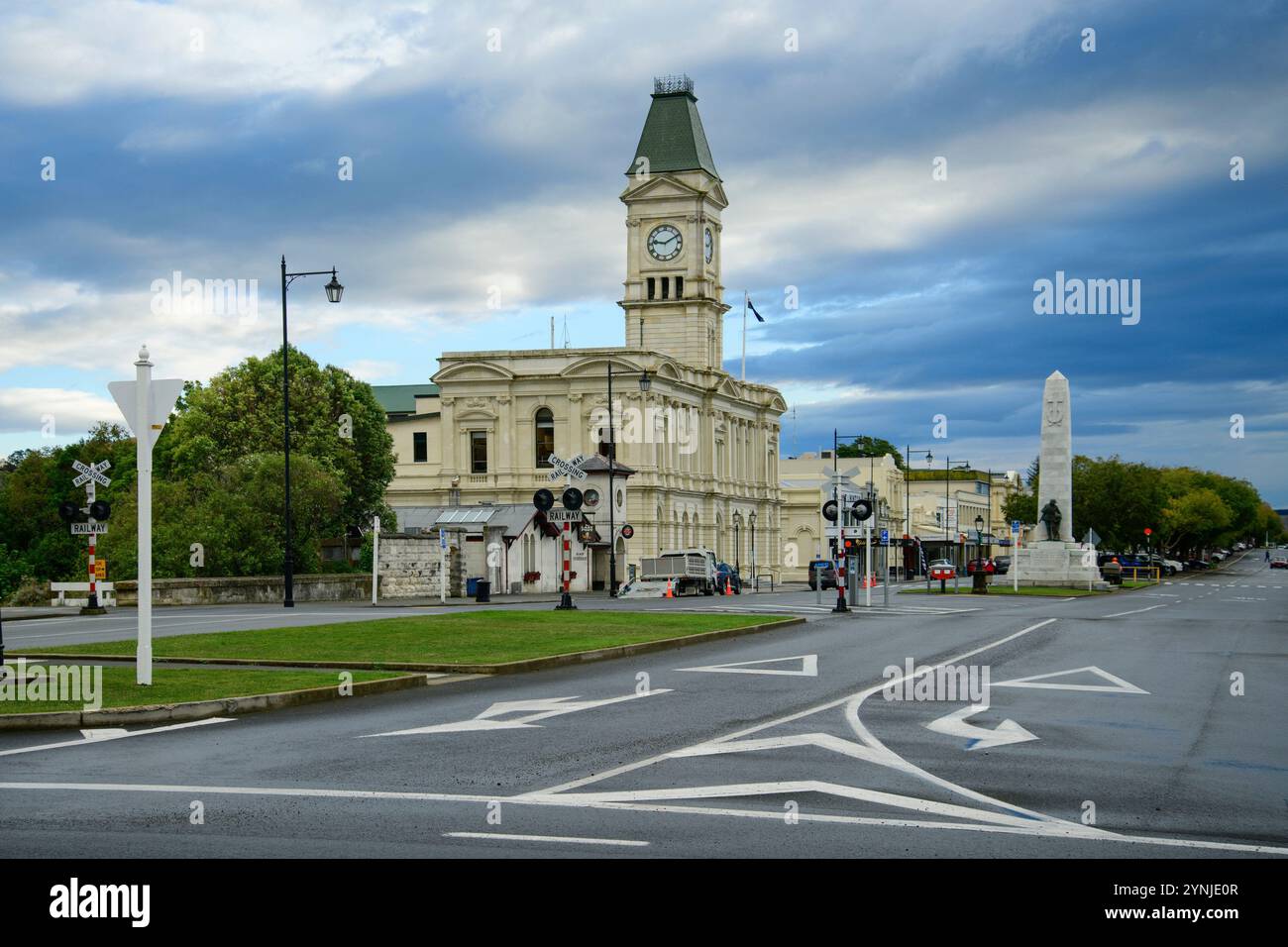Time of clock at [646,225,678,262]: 9:10
